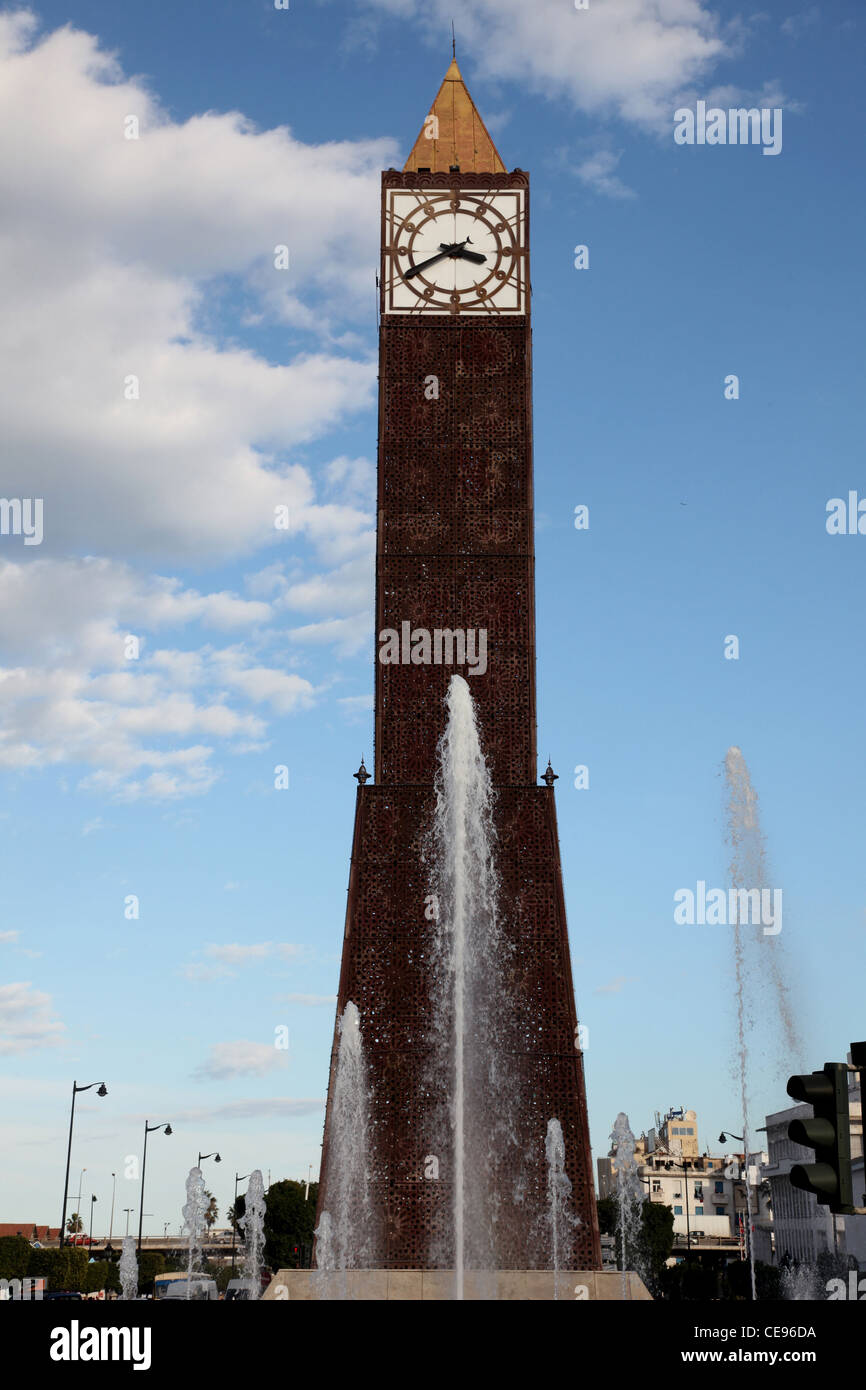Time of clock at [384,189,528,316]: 3:40
